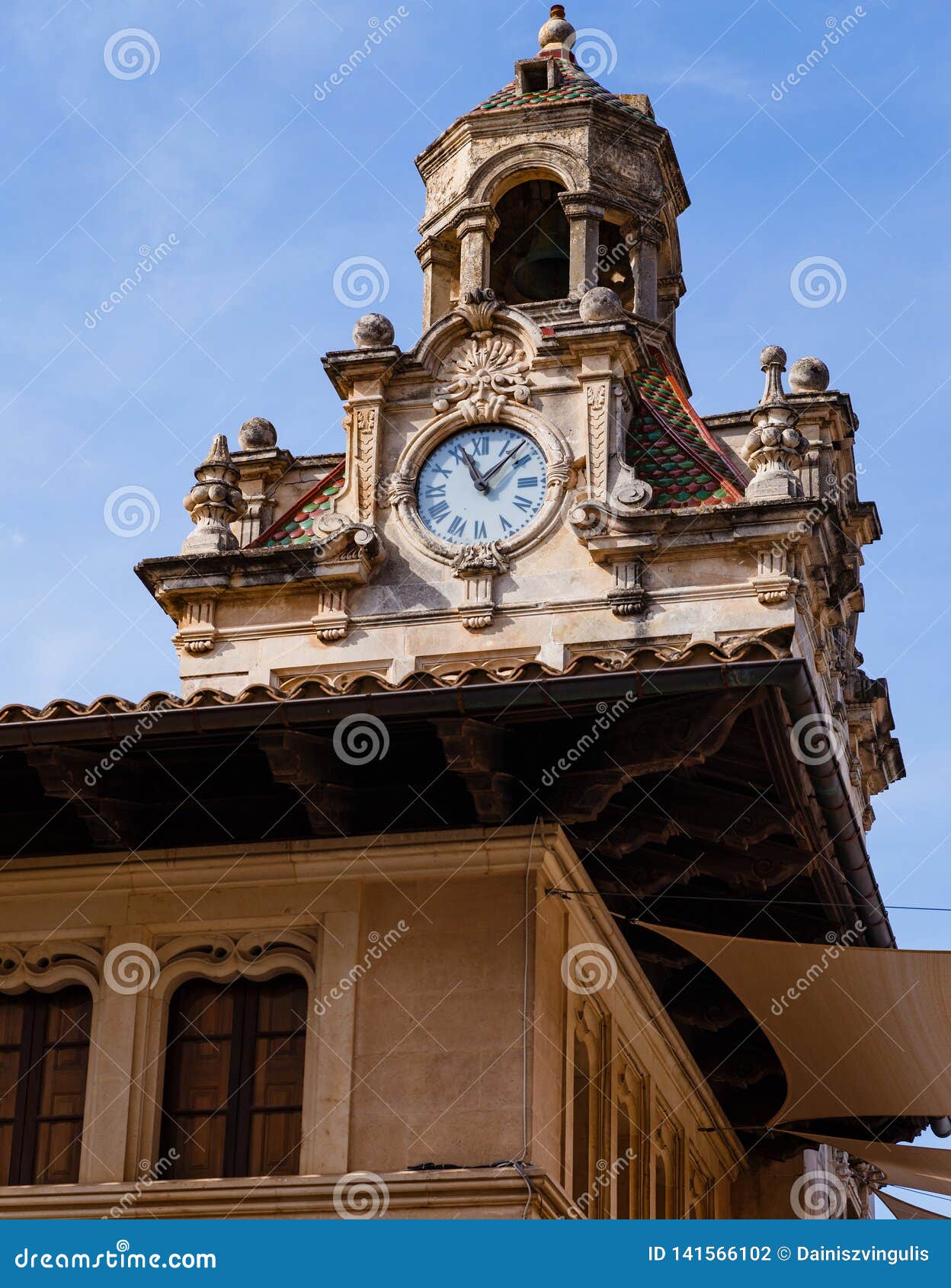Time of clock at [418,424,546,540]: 11:07
